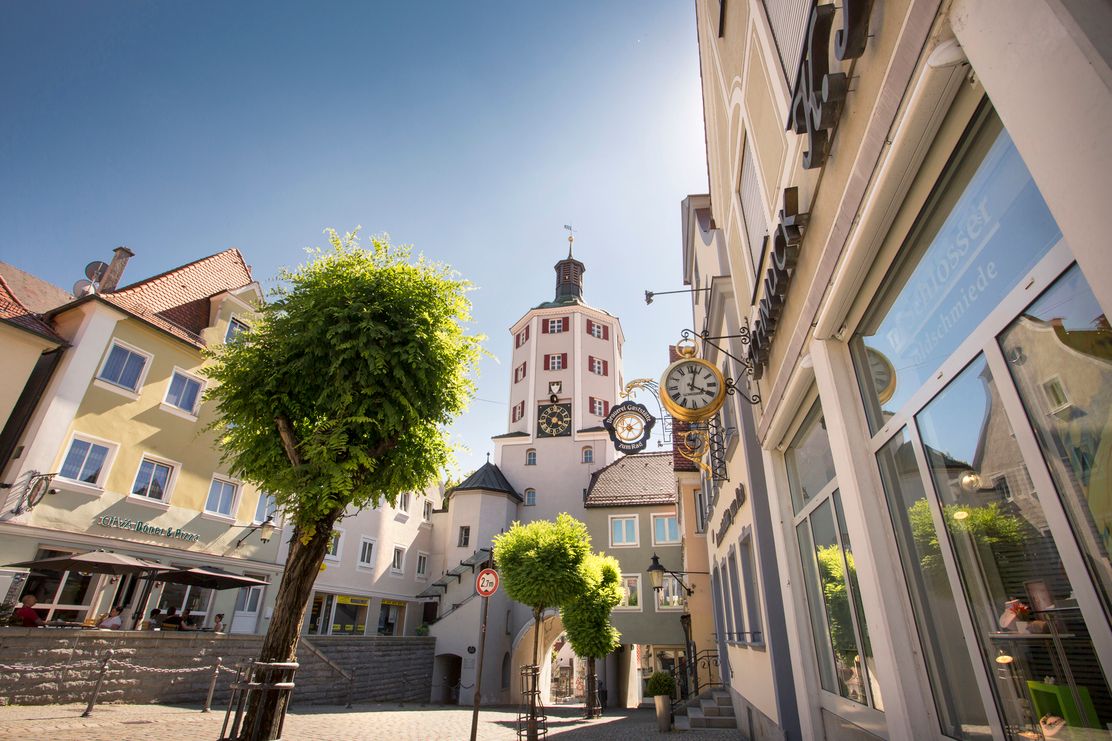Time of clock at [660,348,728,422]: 4:02
